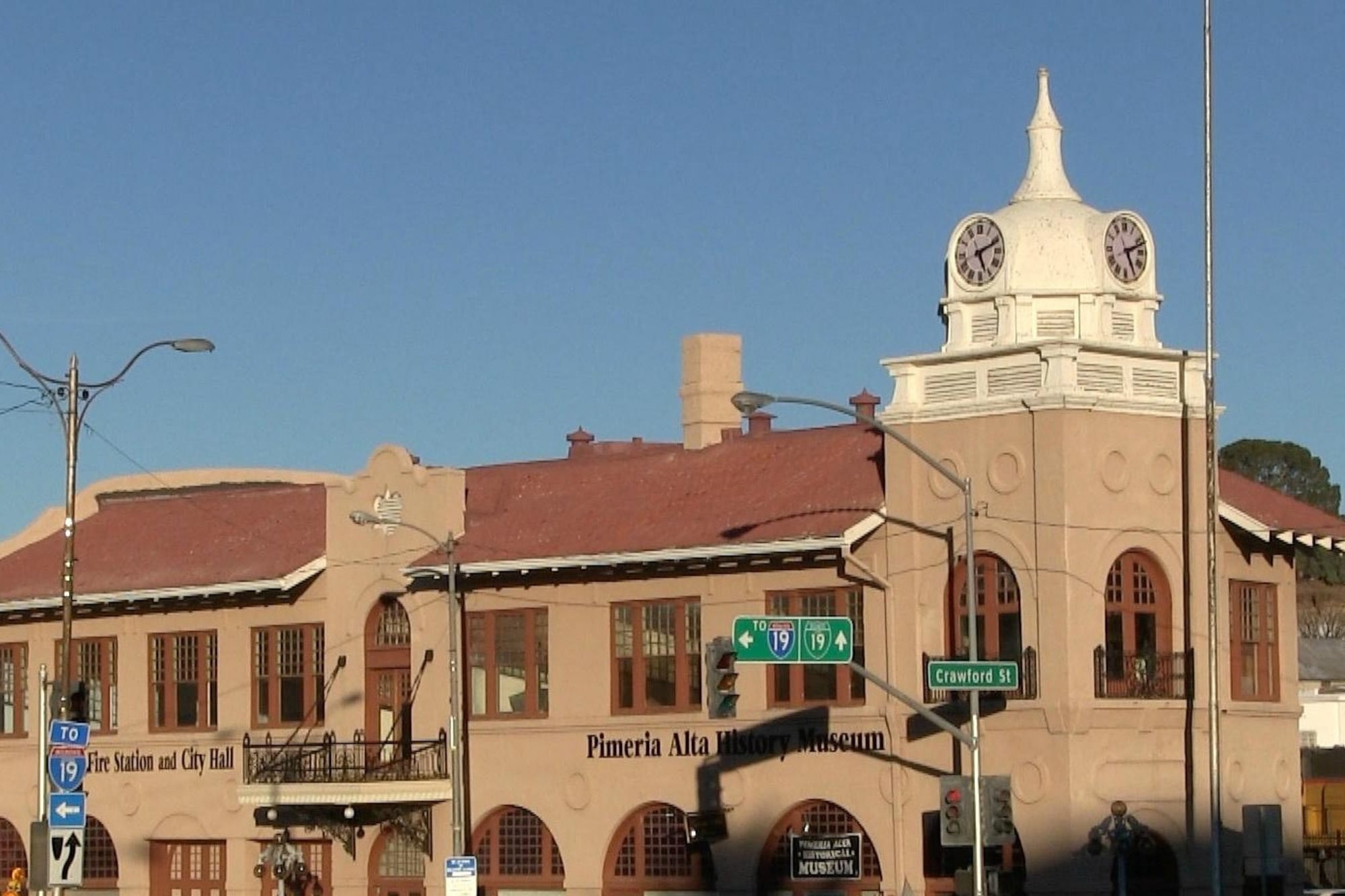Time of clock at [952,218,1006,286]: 5:11
